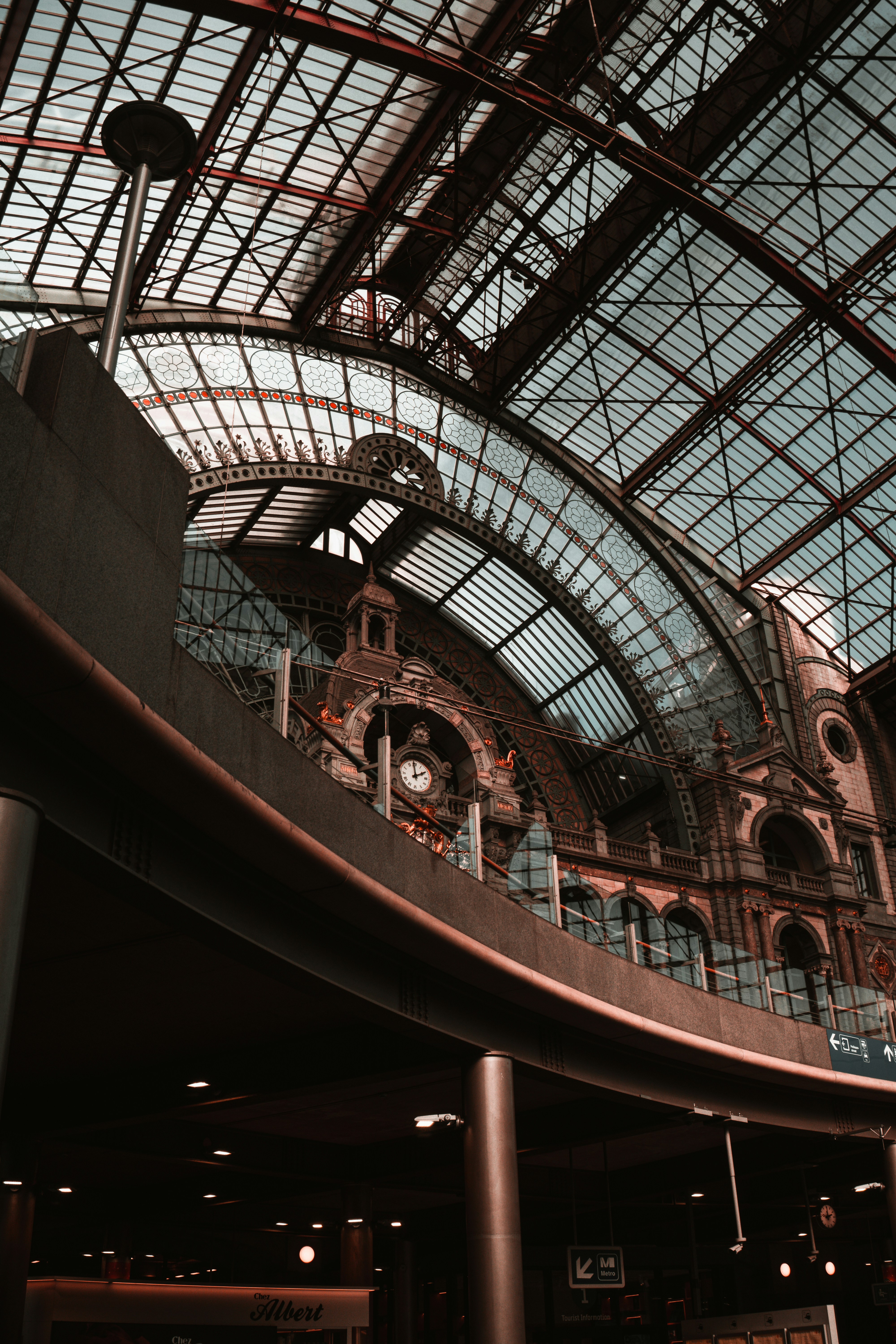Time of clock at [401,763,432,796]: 1:59
